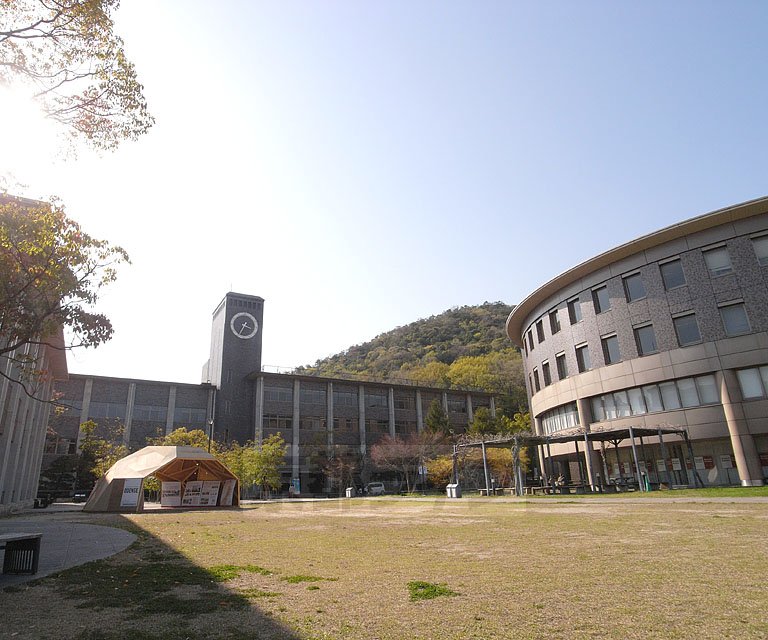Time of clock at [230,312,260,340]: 3:34
